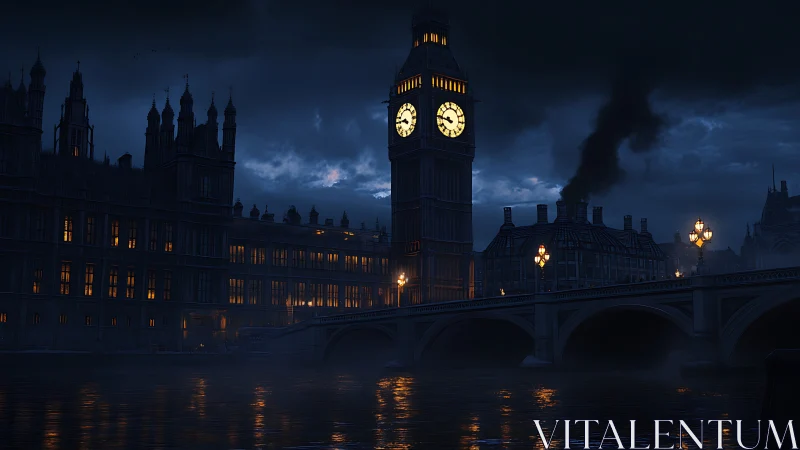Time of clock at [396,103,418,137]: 3:45
